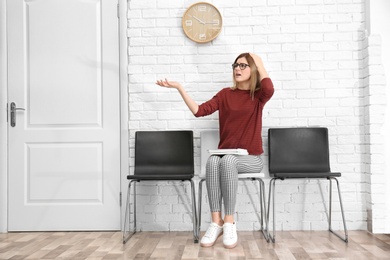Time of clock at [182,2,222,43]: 10:14
